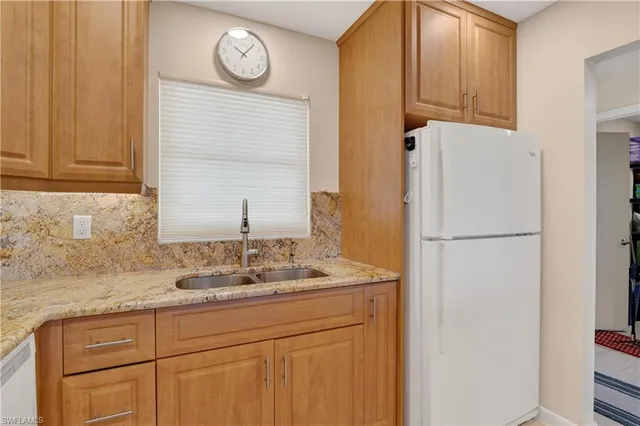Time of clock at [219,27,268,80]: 10:07
